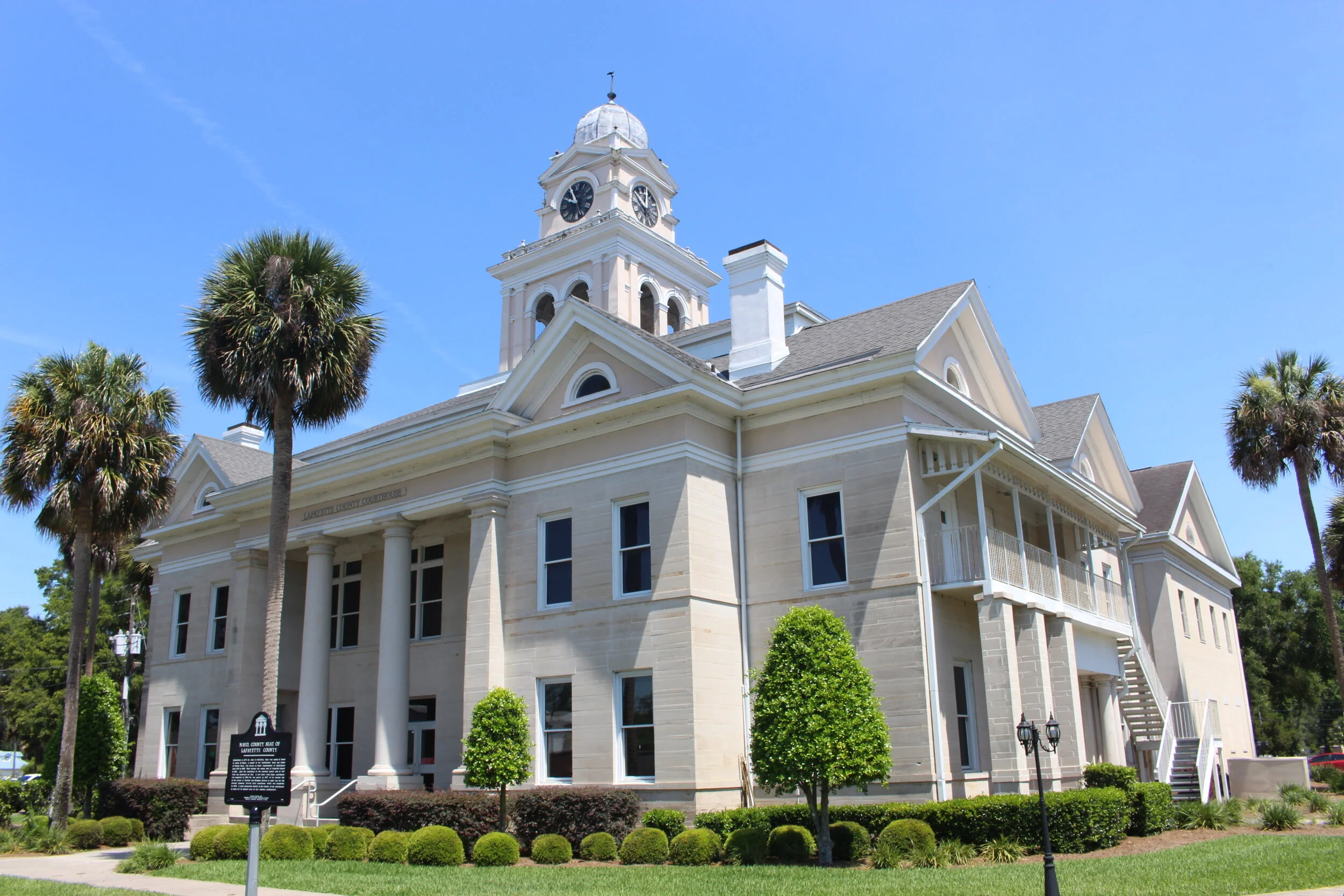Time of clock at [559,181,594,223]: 9:55
